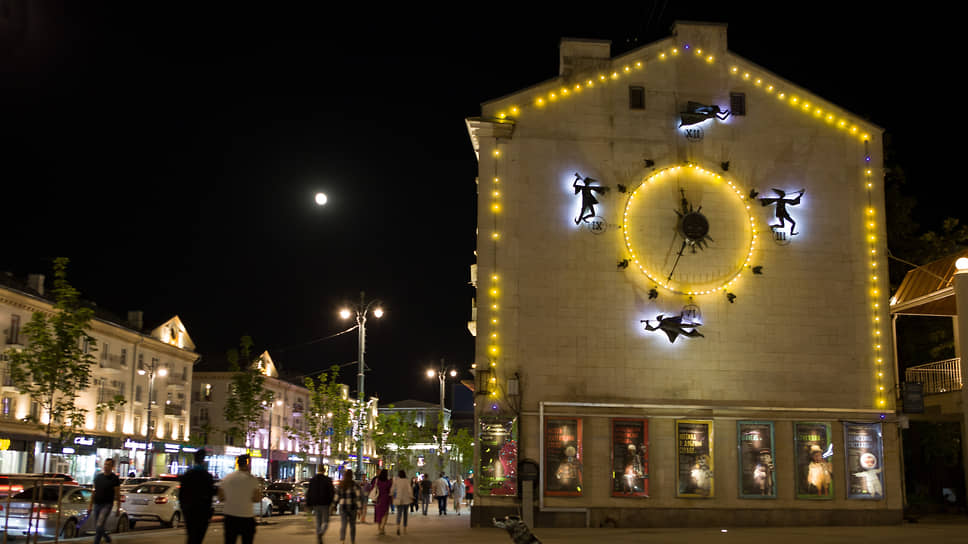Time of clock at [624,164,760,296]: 11:33
